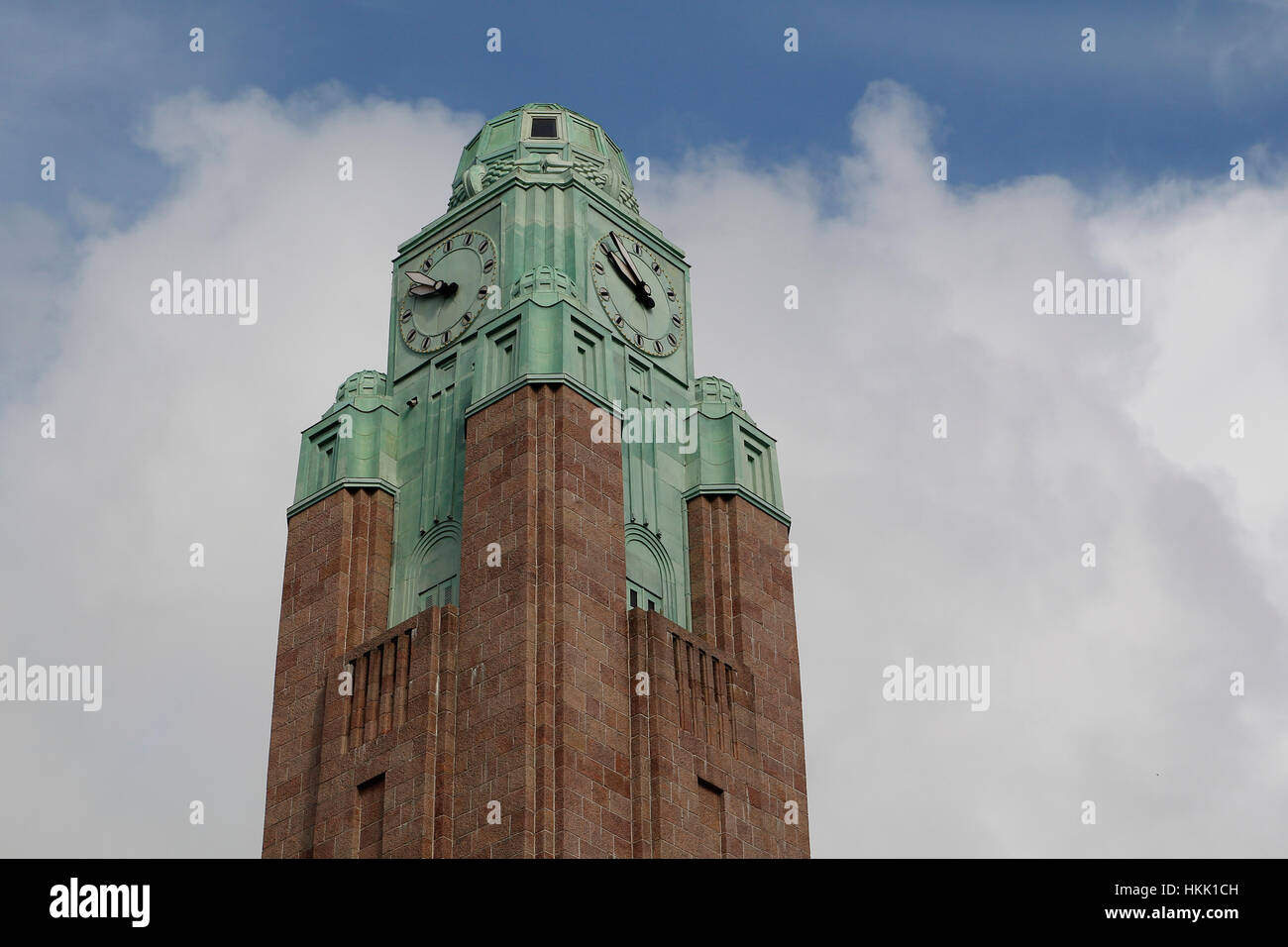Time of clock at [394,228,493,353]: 9:51
